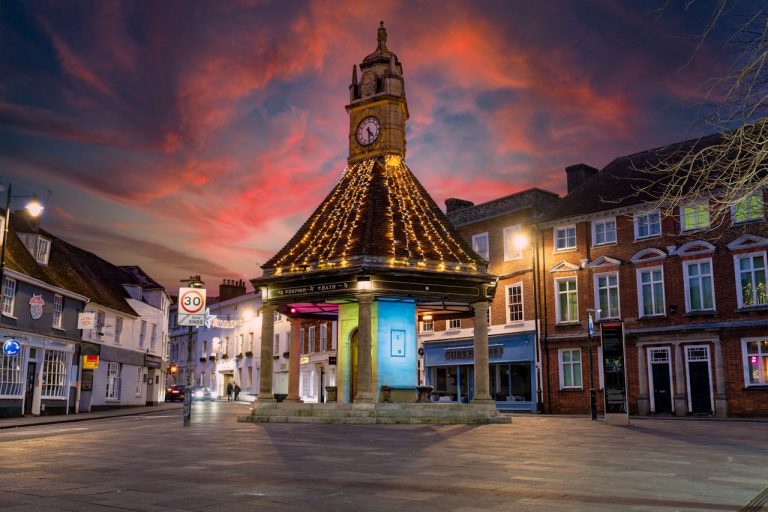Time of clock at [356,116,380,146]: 4:28
